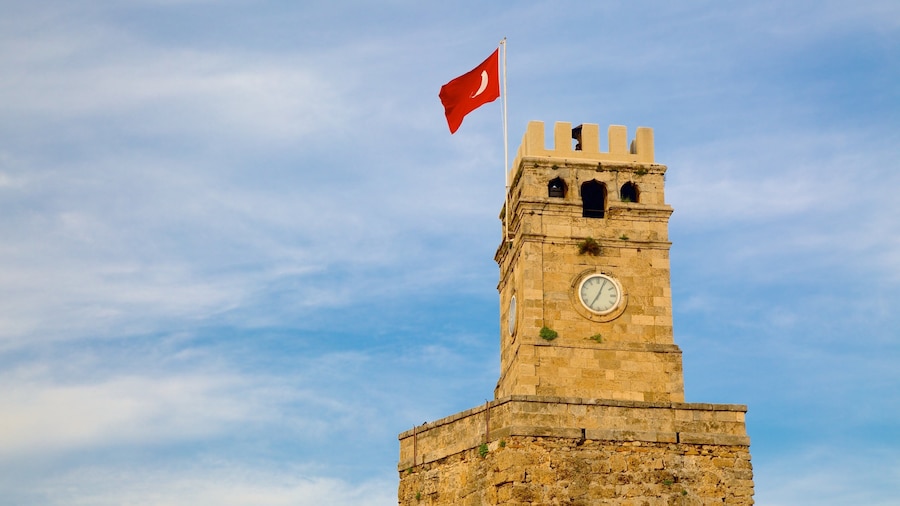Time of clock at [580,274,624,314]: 7:04
